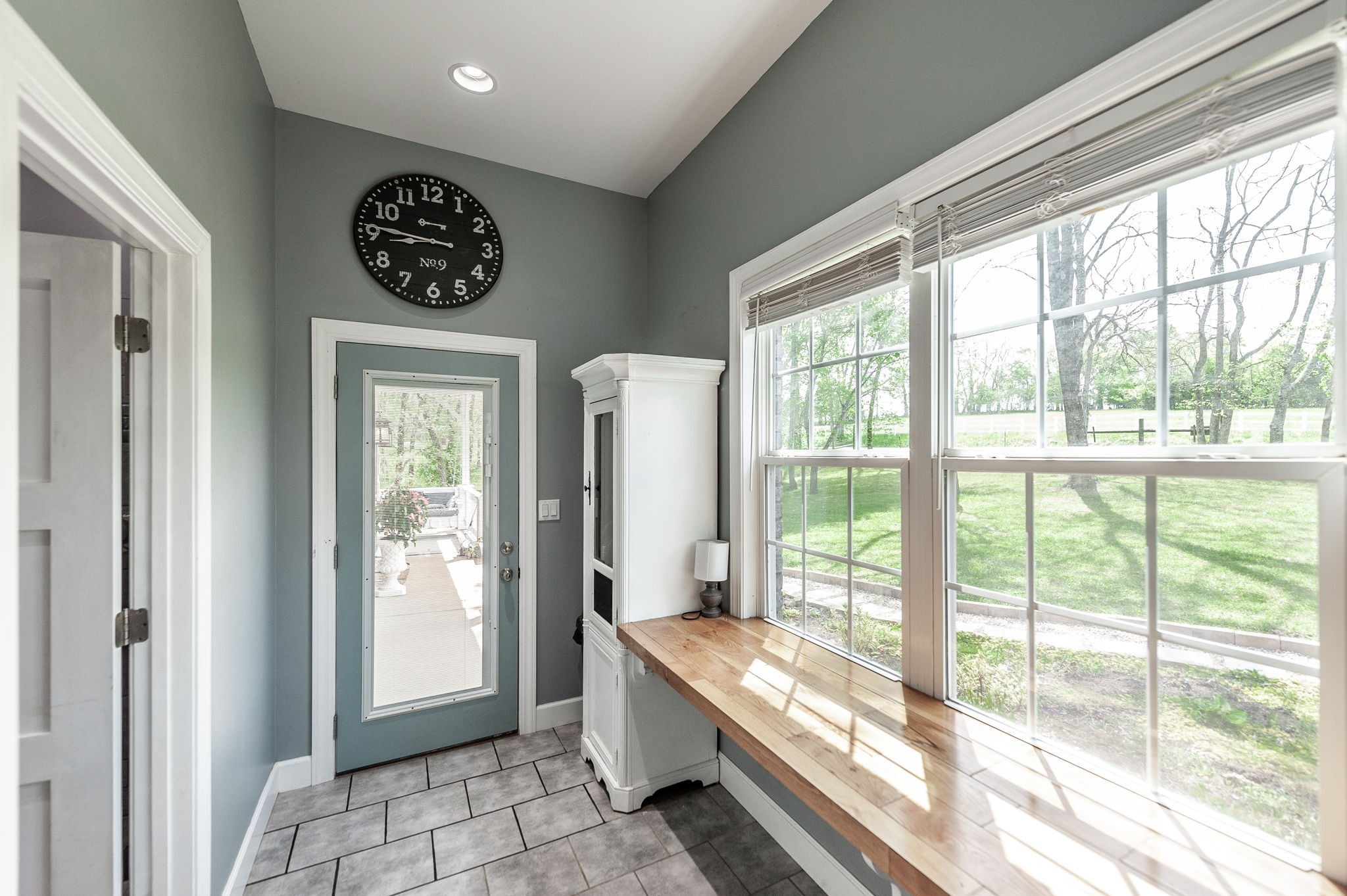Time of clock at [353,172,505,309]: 8:46
